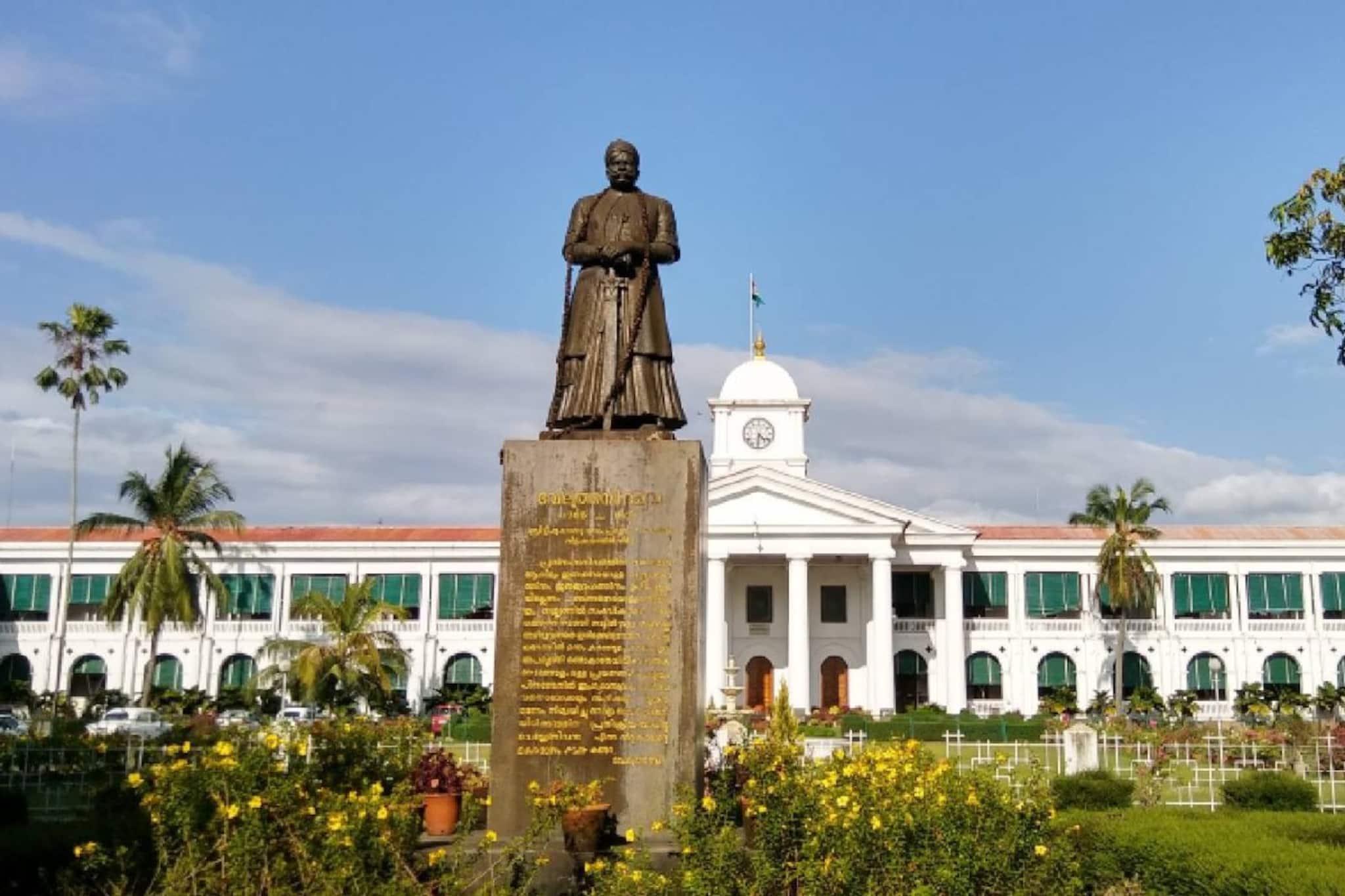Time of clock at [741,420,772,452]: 4:31
